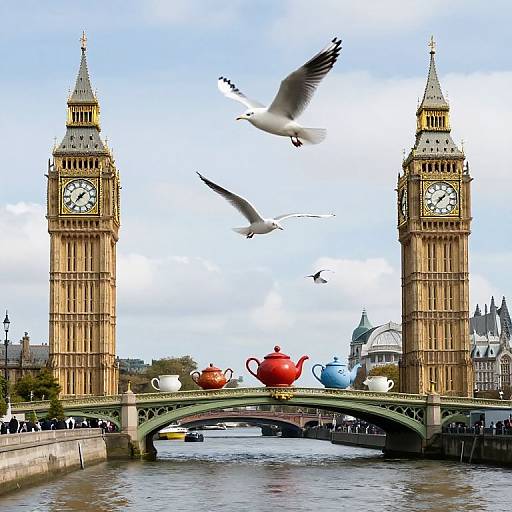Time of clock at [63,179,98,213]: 1:36
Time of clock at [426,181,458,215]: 1:36
